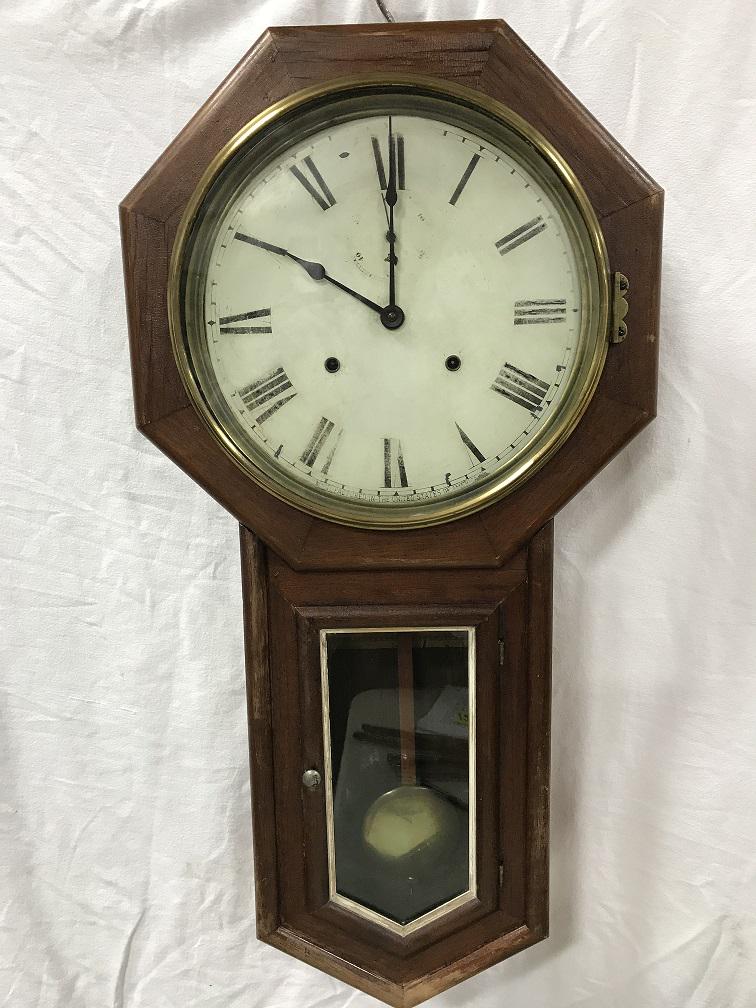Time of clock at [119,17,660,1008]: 10:00
